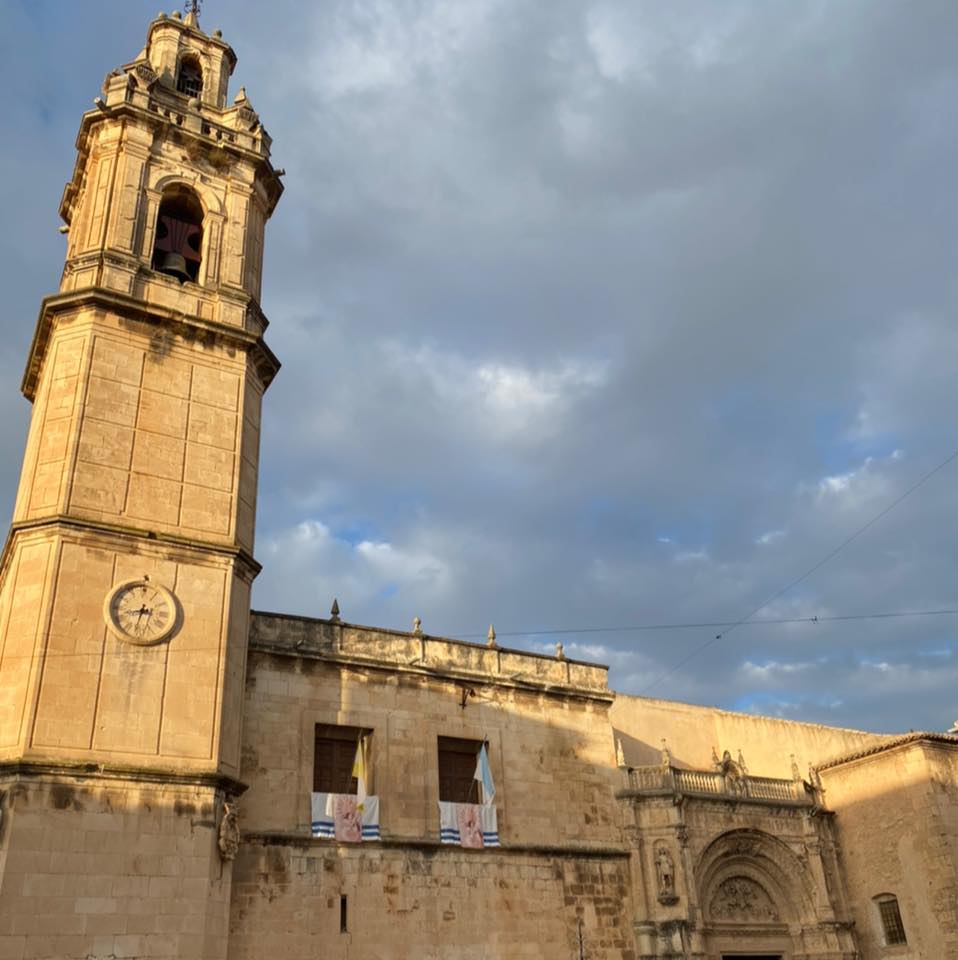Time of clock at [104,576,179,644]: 8:32
